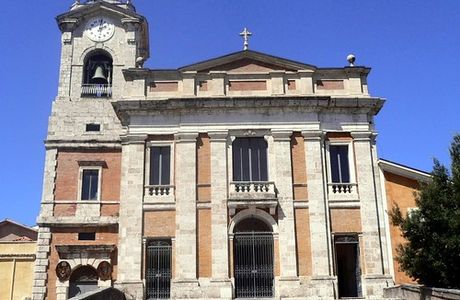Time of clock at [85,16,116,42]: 2:01
